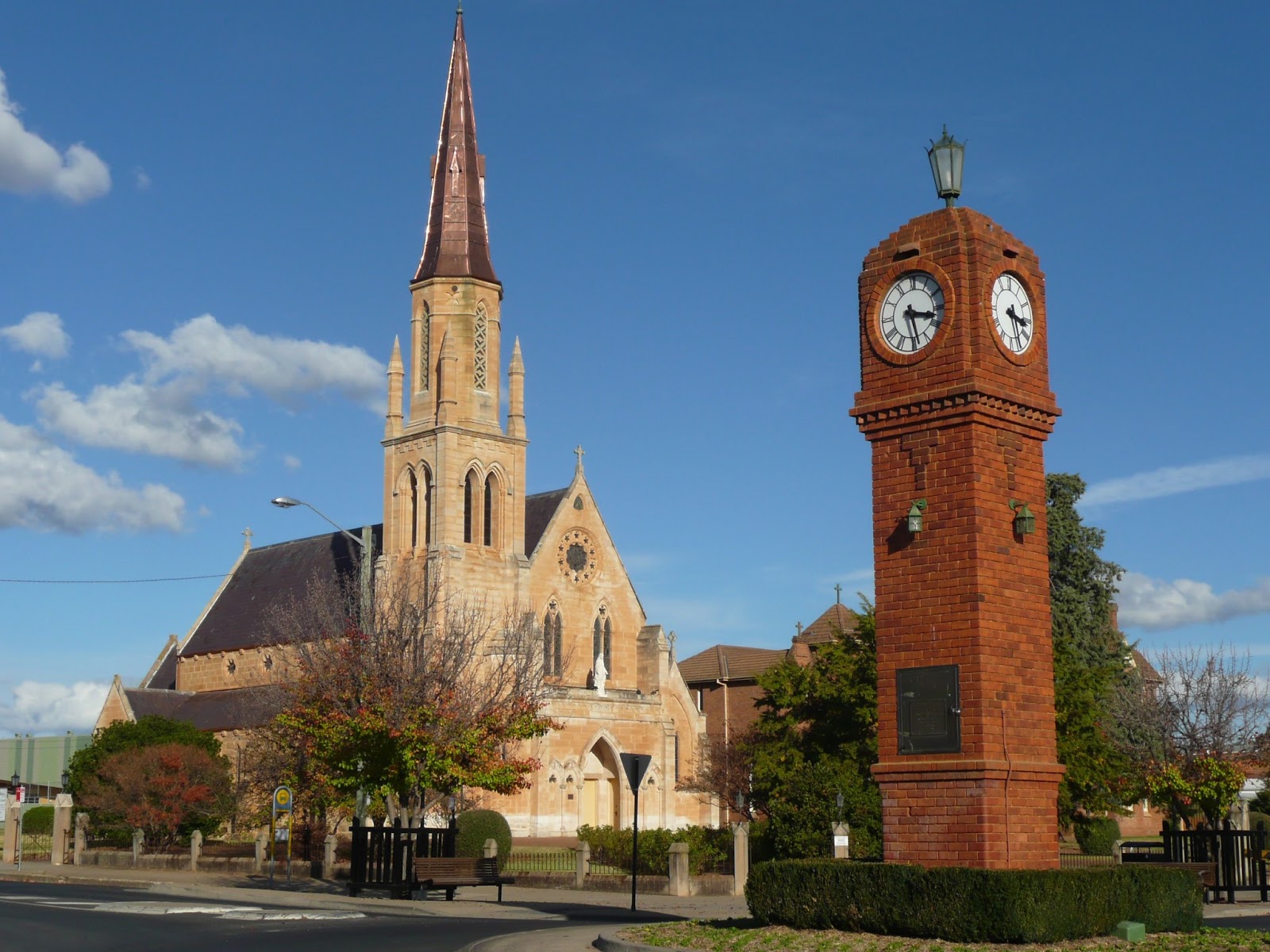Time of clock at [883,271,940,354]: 3:28
